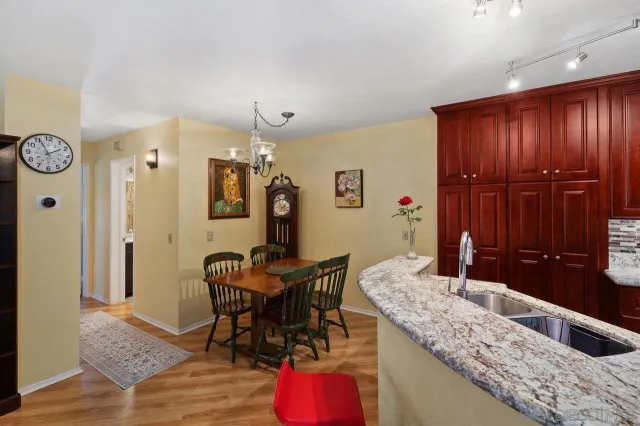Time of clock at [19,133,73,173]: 1:55
